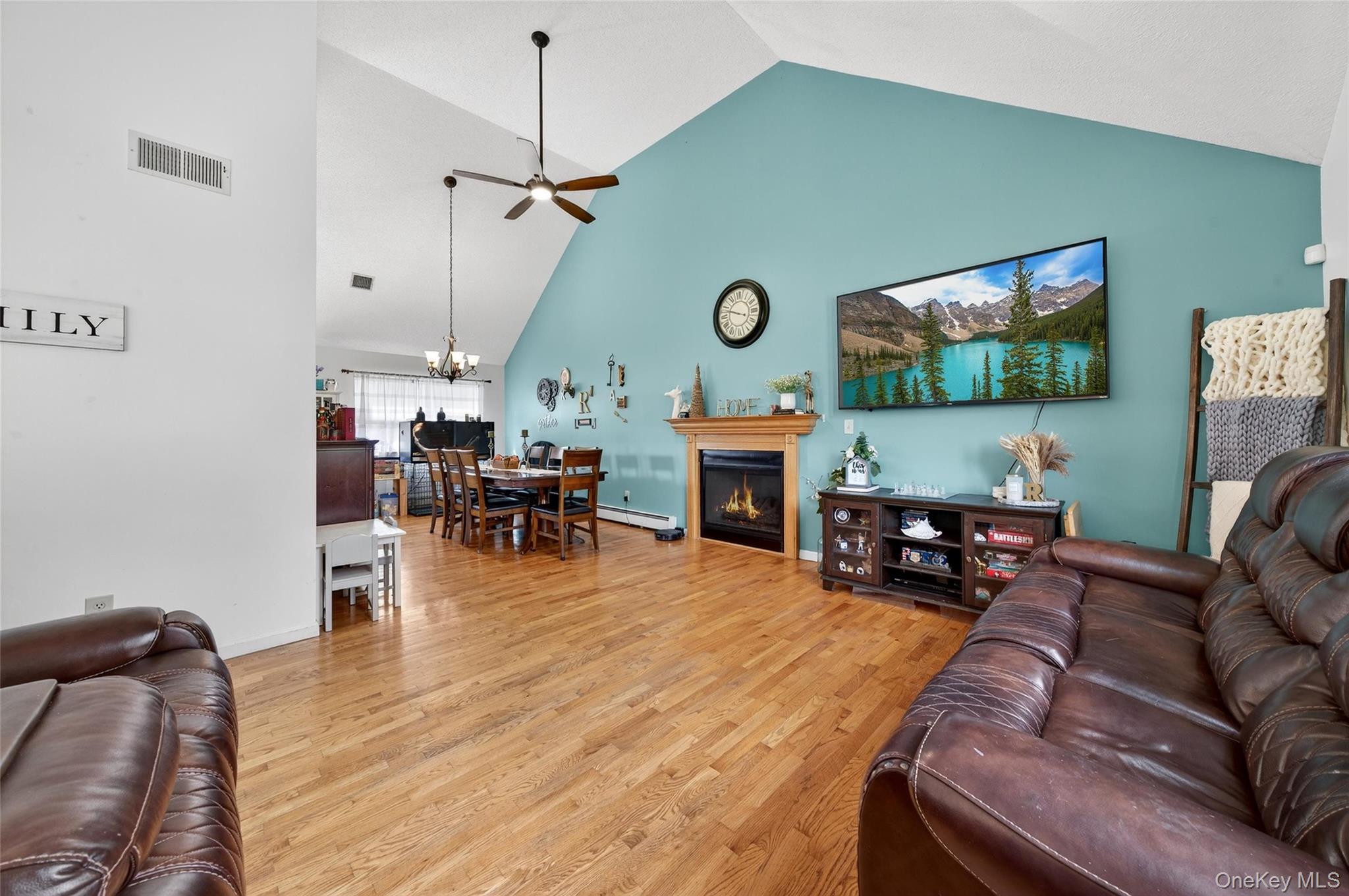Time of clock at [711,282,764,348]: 9:48
